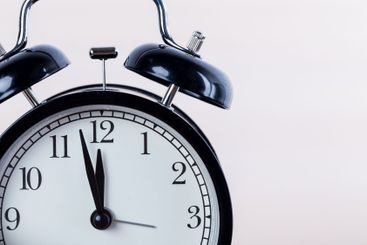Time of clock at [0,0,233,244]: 11:57
